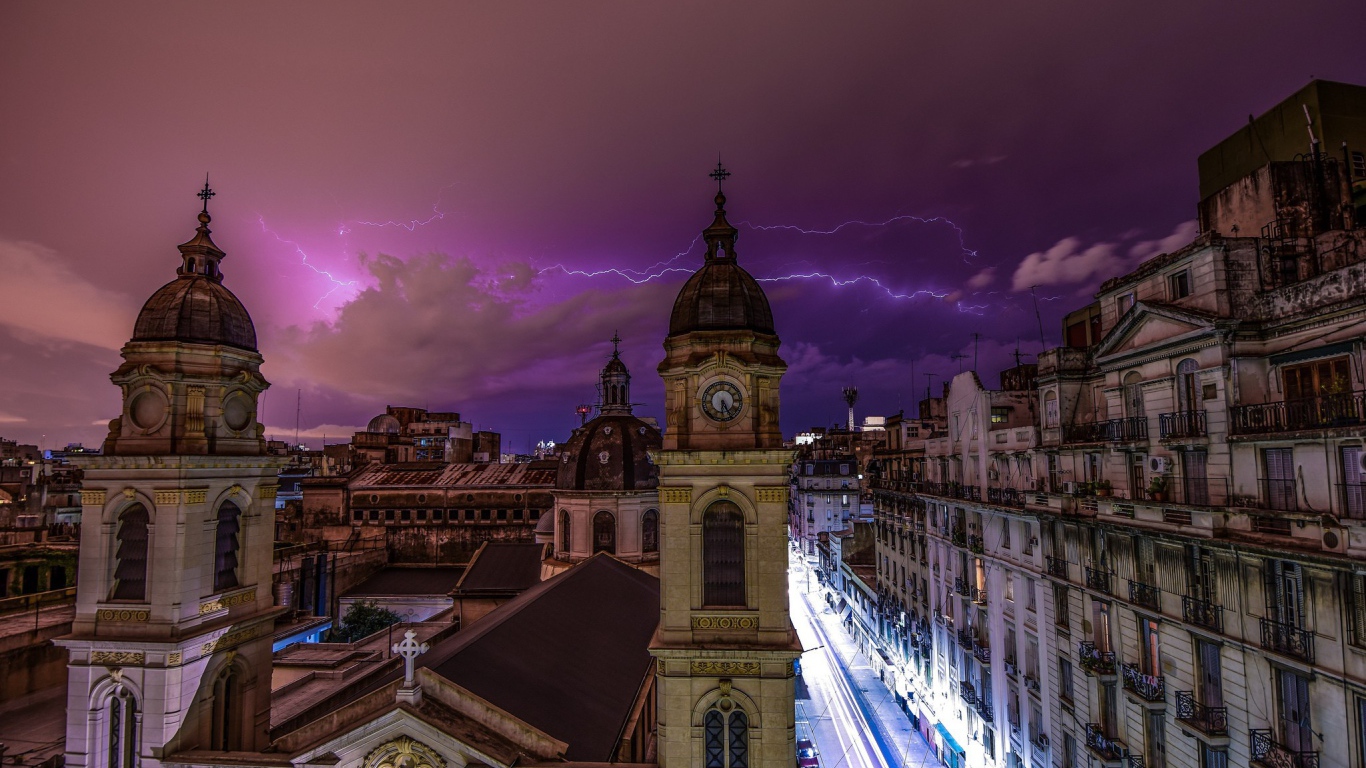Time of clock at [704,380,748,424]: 6:25
